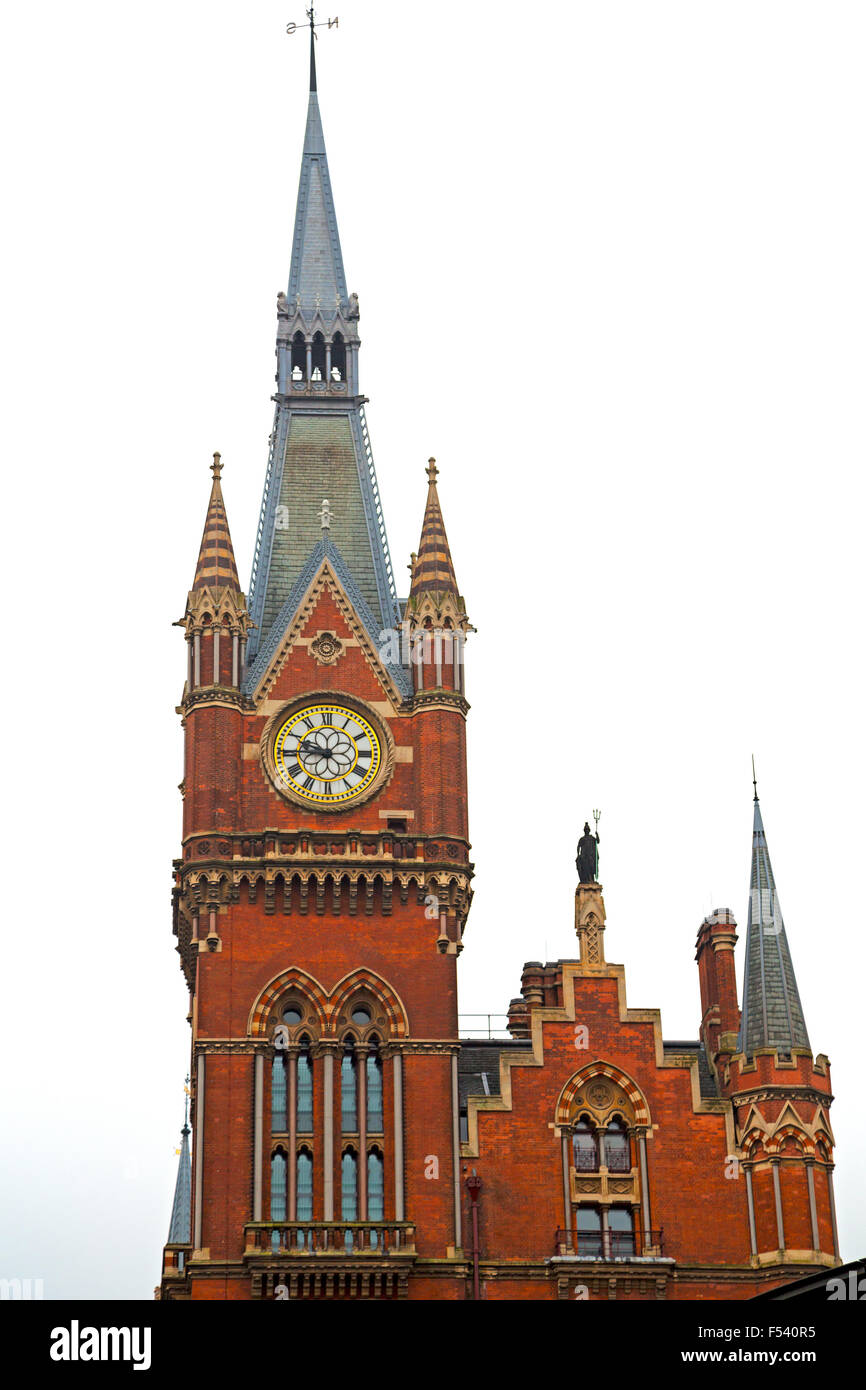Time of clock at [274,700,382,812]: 9:45
